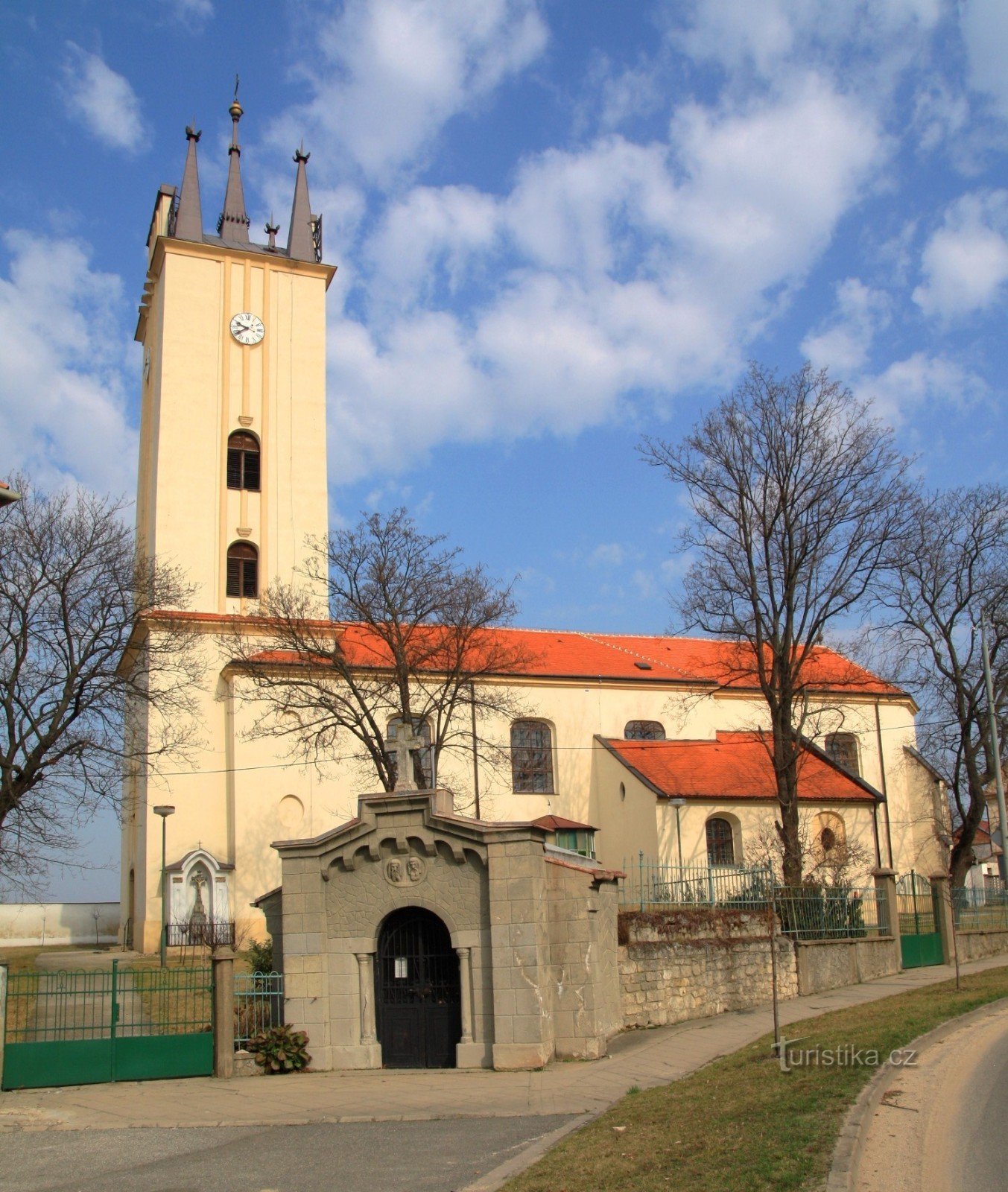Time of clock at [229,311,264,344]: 9:39
